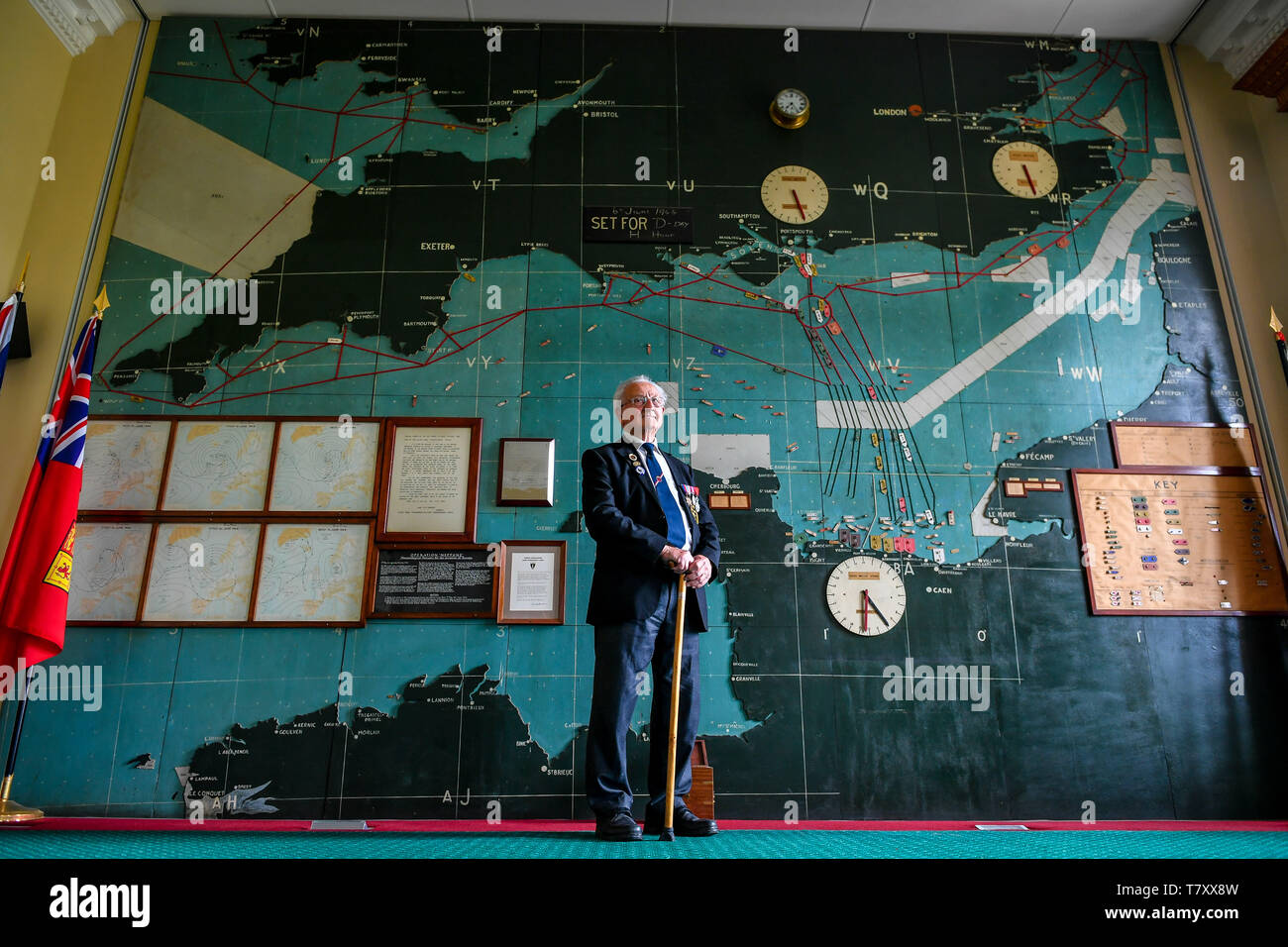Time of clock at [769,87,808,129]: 7:24
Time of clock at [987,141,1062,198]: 5:26
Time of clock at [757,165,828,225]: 5:26
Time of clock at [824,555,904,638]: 4:29
